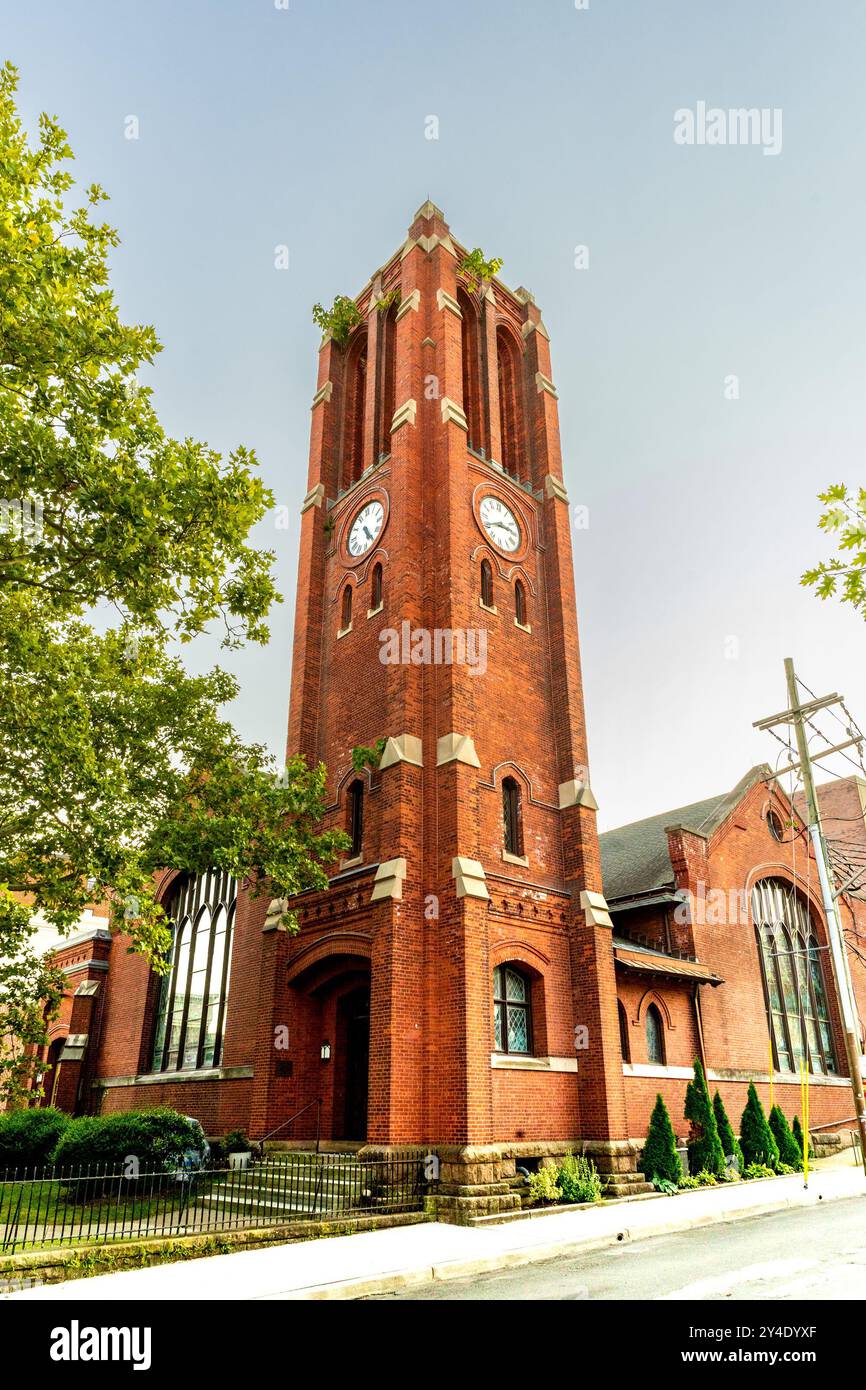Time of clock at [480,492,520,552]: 2:40
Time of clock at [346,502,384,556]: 5:24
